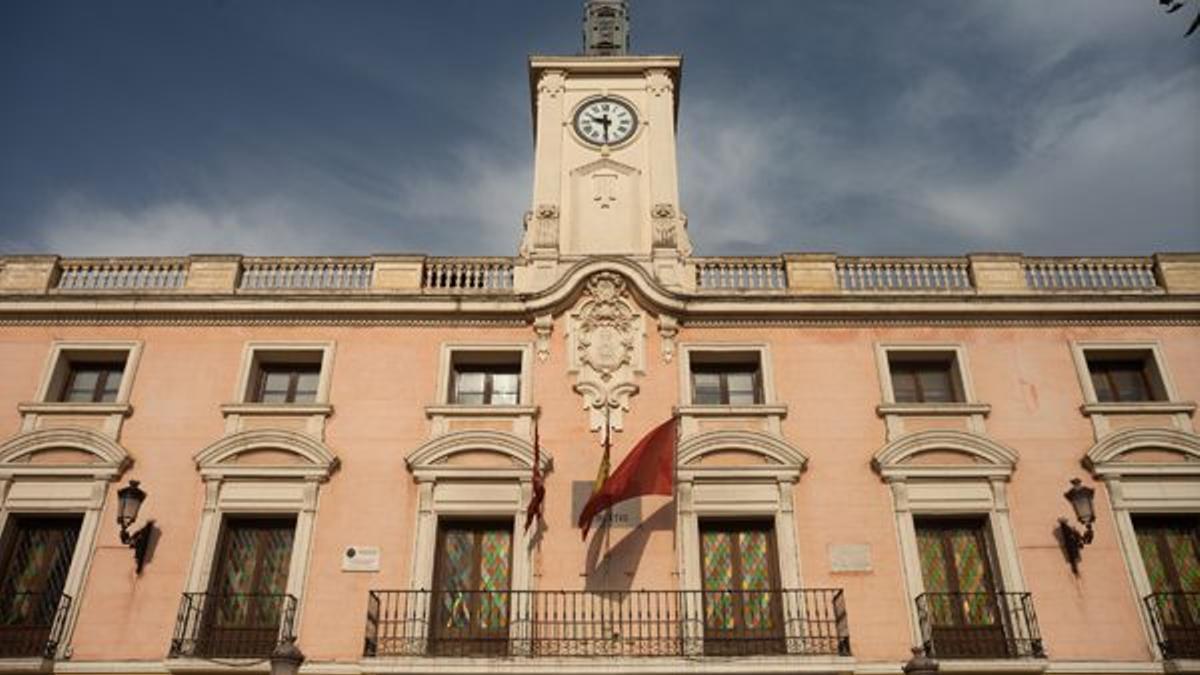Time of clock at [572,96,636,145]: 9:29
